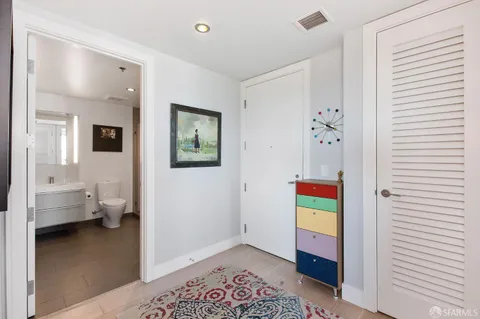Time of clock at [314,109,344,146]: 3:49
